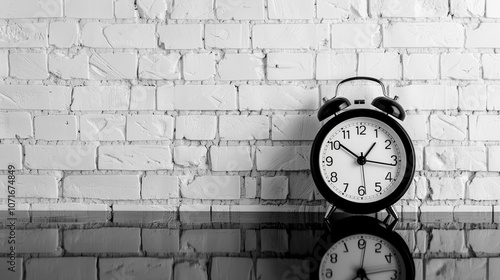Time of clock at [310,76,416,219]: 10:16
